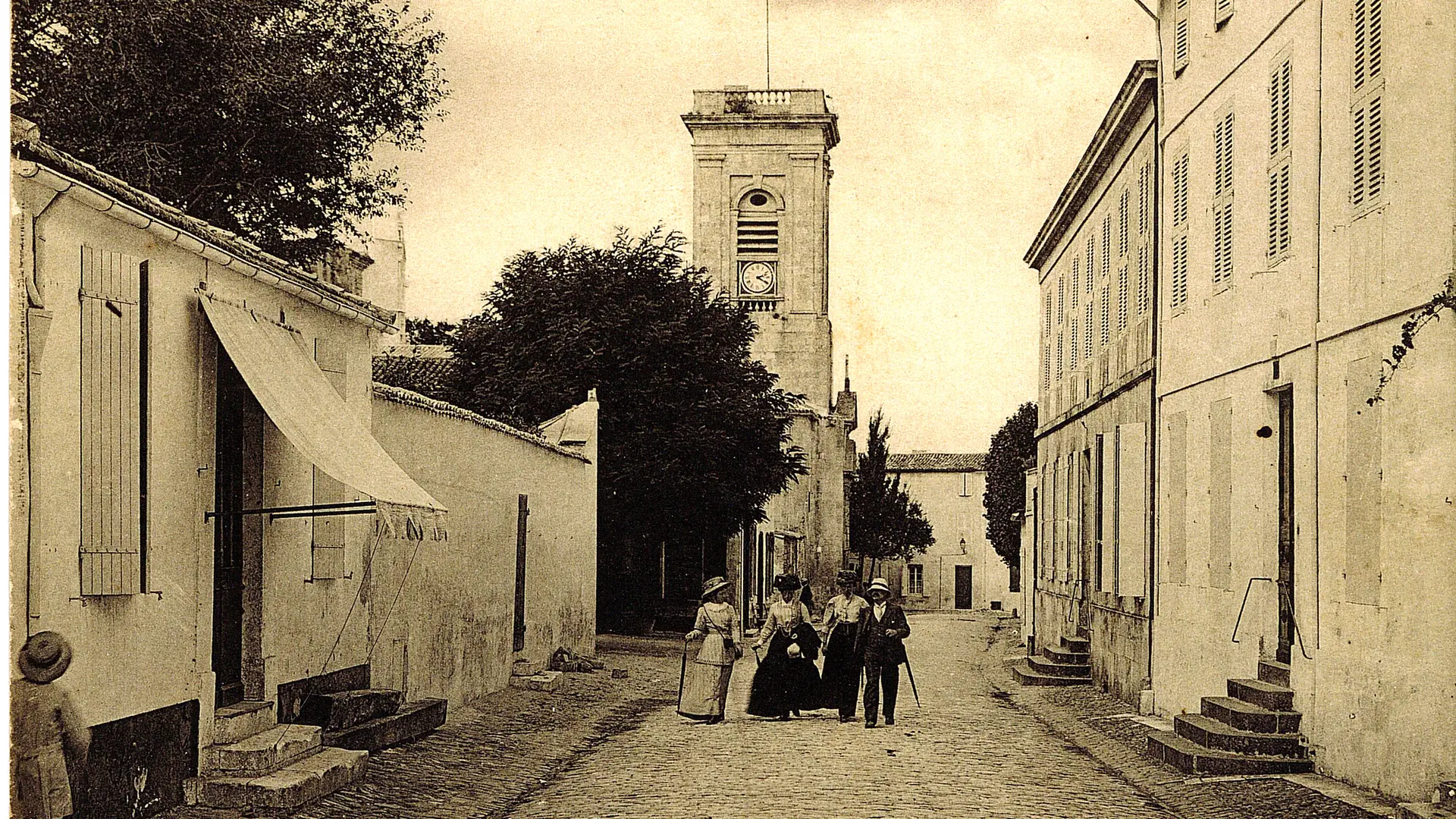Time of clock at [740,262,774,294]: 2:19
